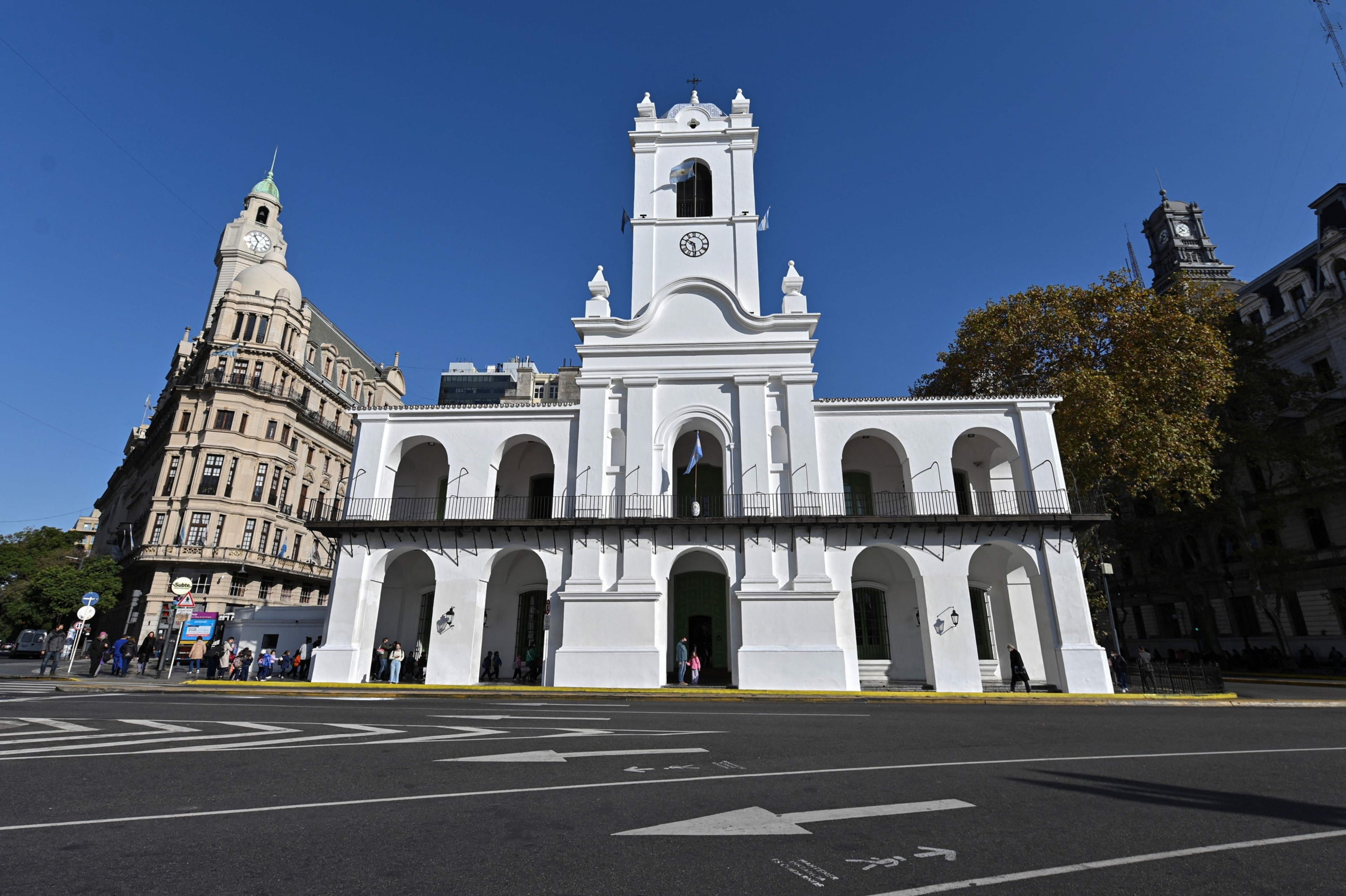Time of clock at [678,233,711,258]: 5:50
